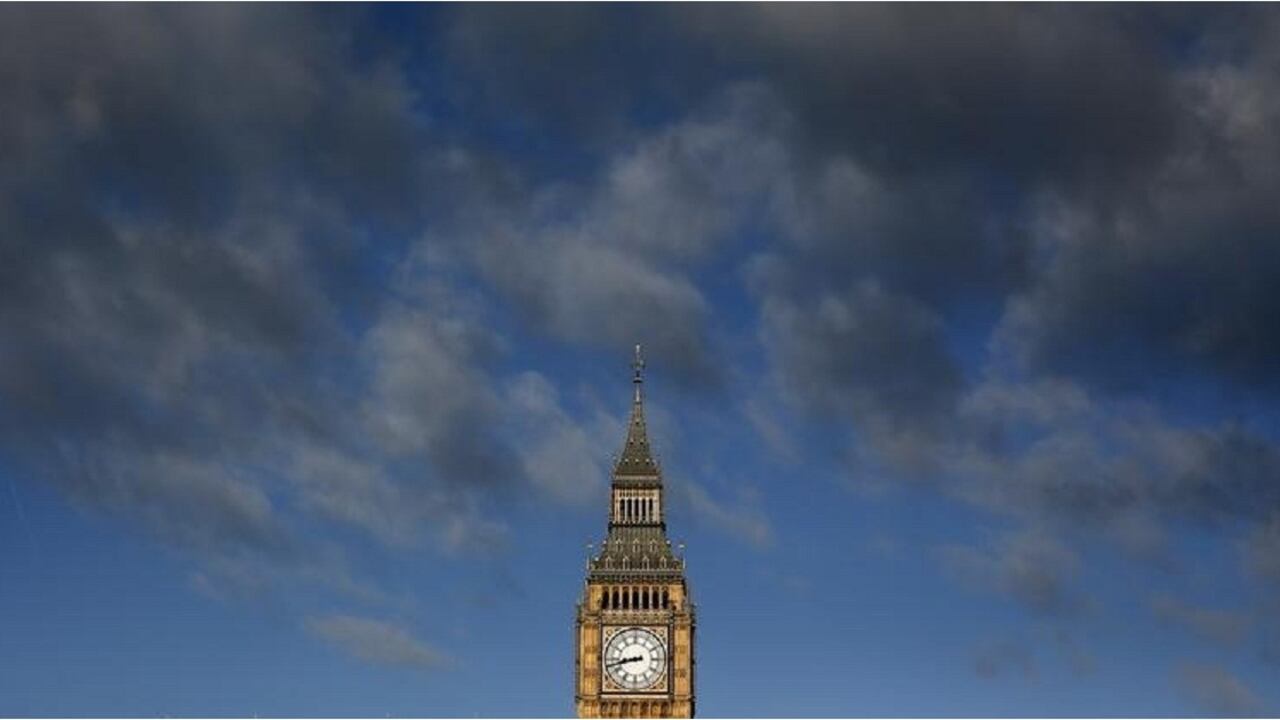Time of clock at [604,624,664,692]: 8:42
